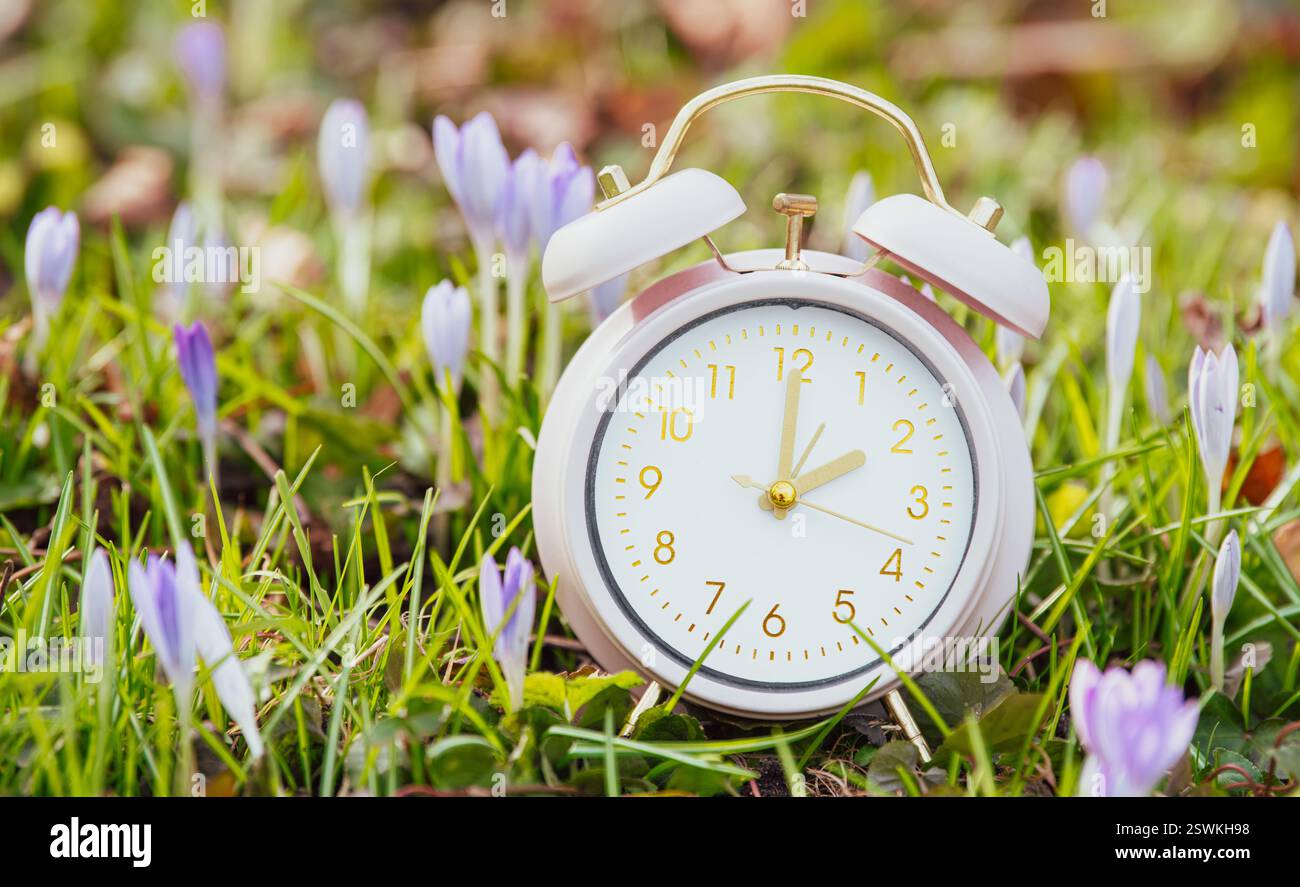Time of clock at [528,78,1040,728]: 2:00
